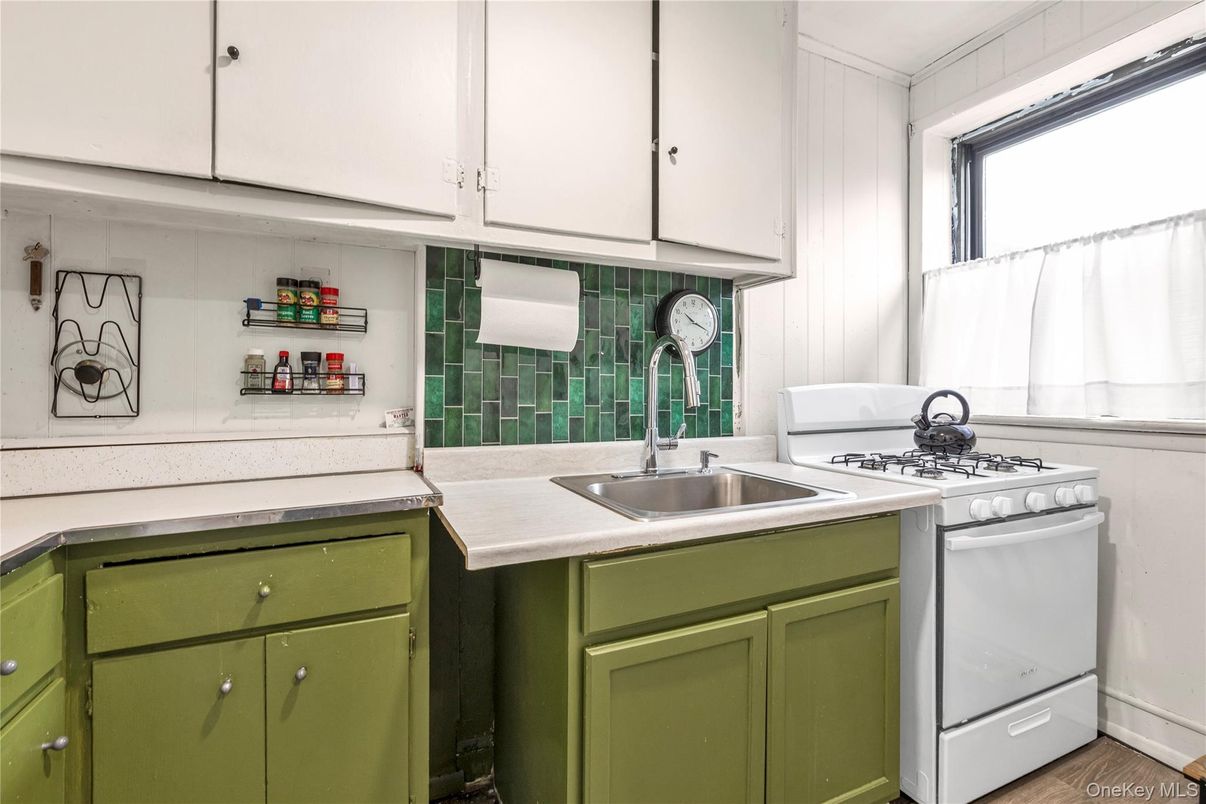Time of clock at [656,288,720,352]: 10:18
